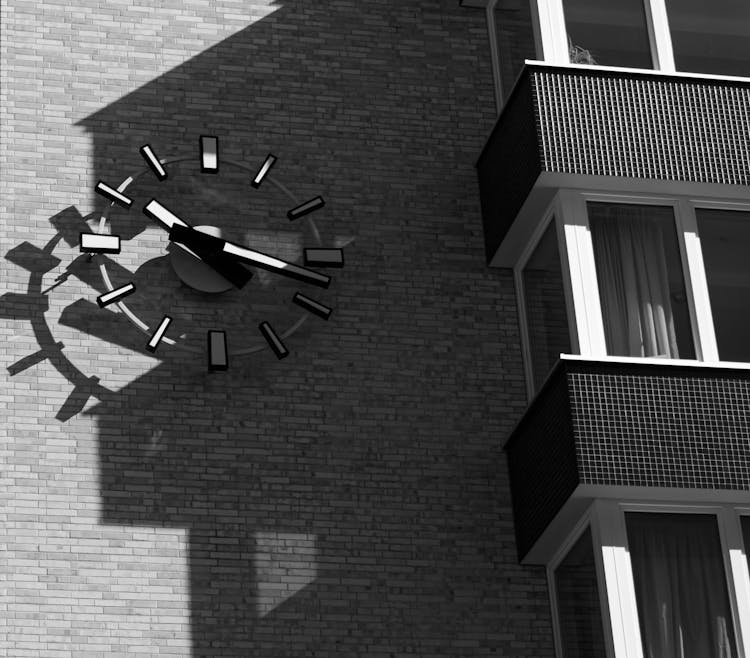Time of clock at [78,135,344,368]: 10:17
